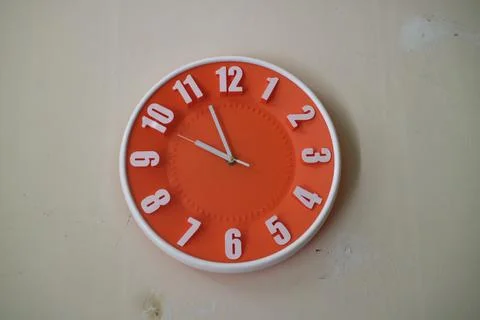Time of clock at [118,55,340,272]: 9:56
